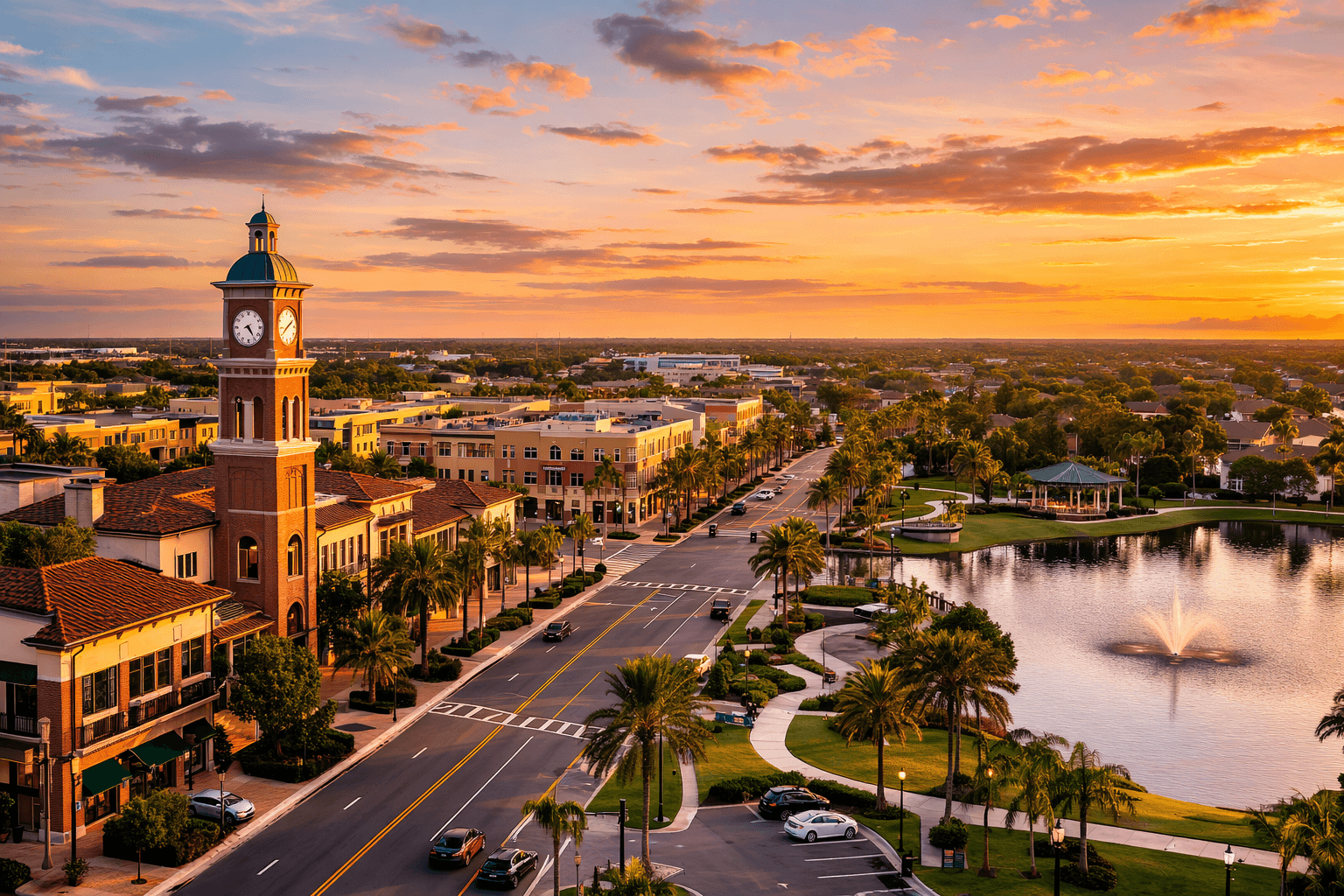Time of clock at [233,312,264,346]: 8:24
